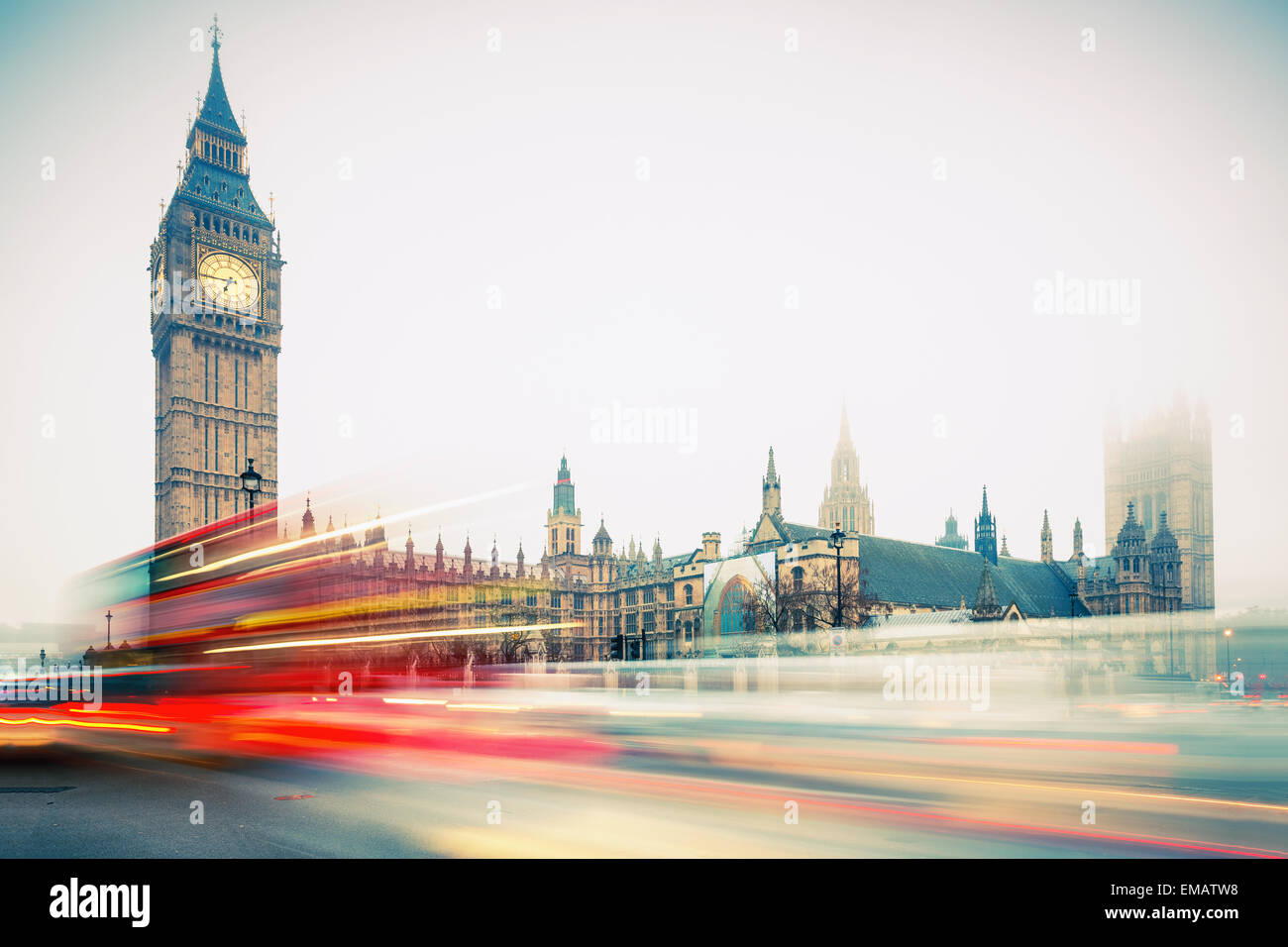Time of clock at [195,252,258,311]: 6:44
